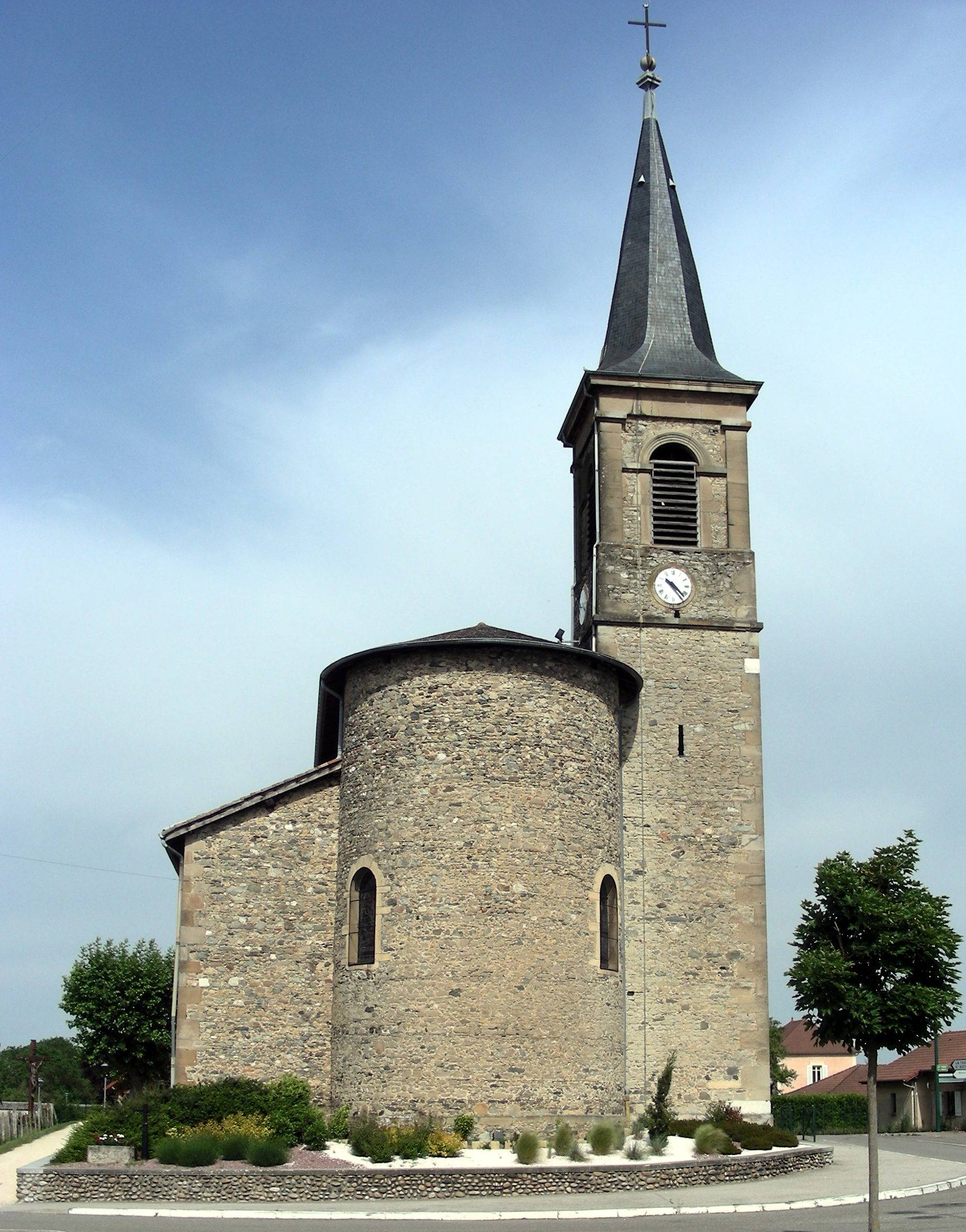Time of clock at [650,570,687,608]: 10:22
